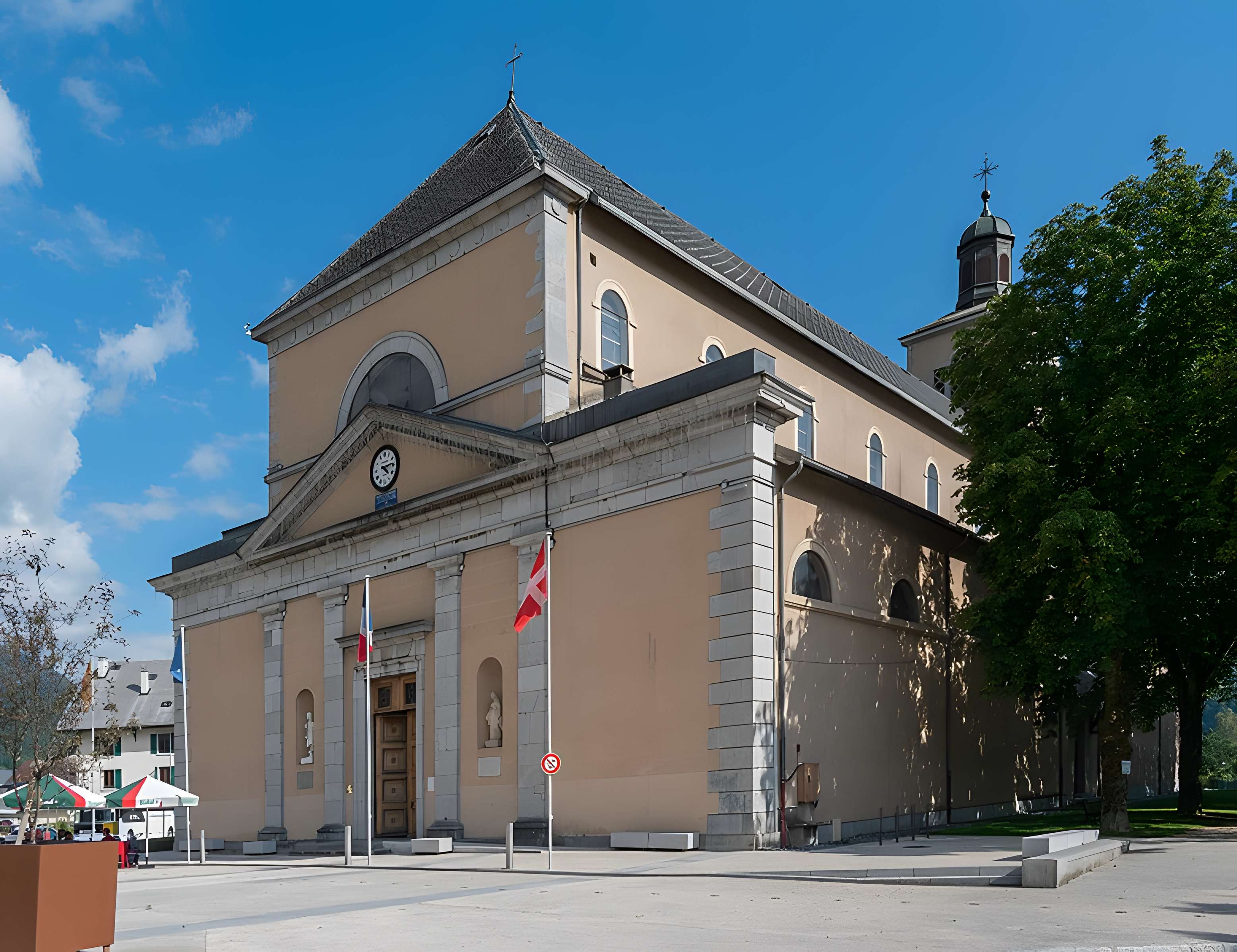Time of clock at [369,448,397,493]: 4:13
